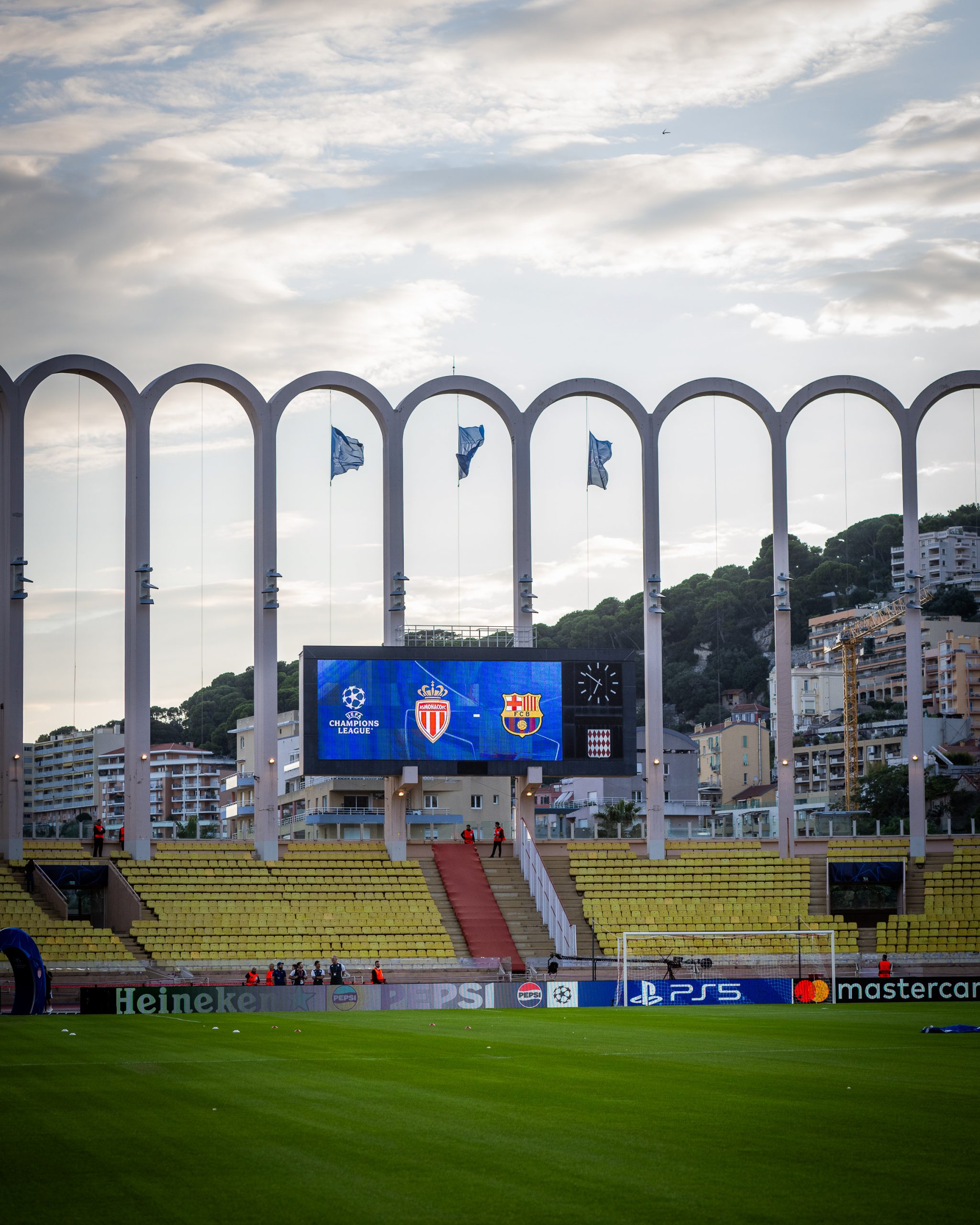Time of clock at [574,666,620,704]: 6:51
